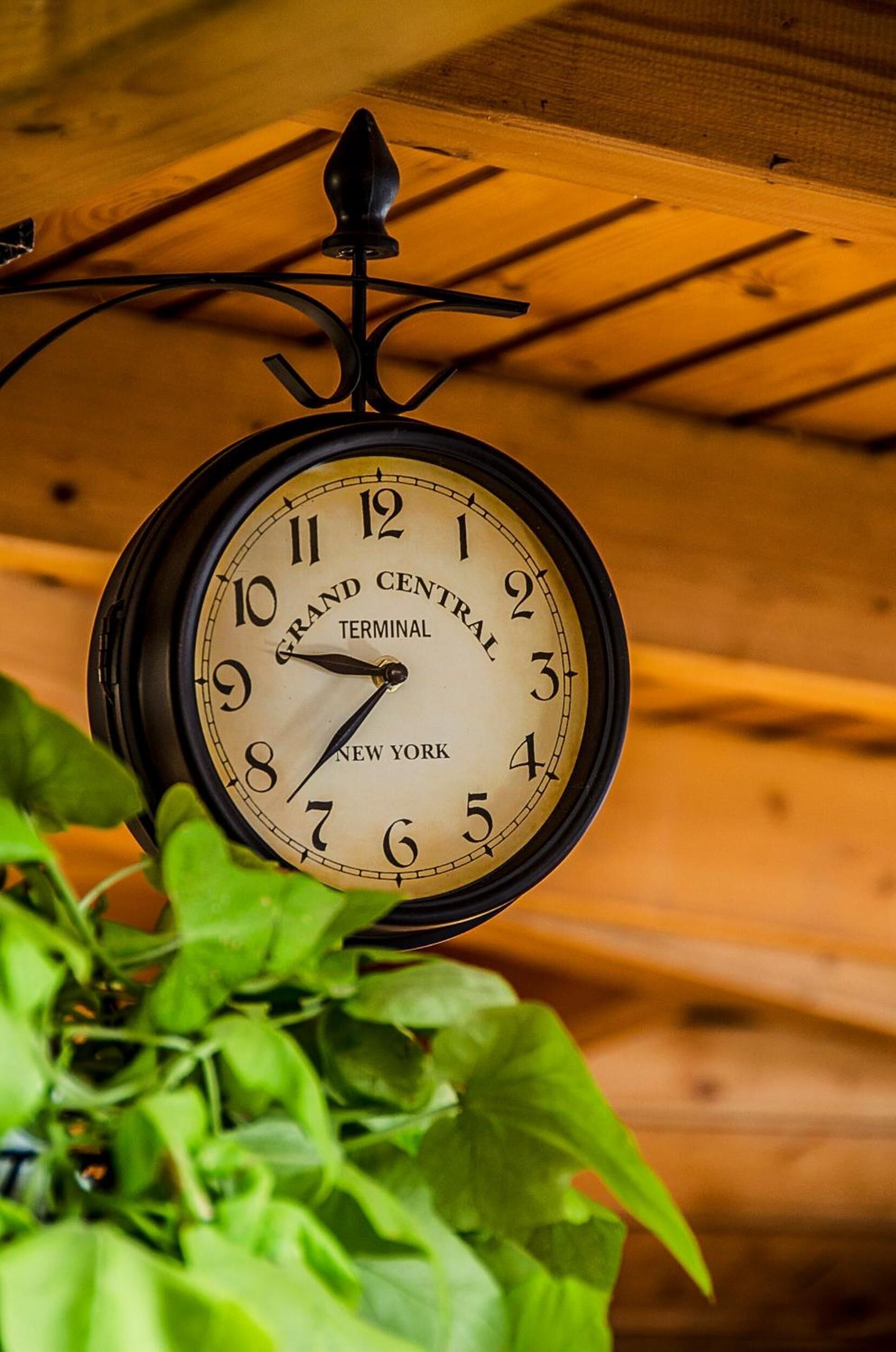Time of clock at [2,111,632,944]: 9:36
